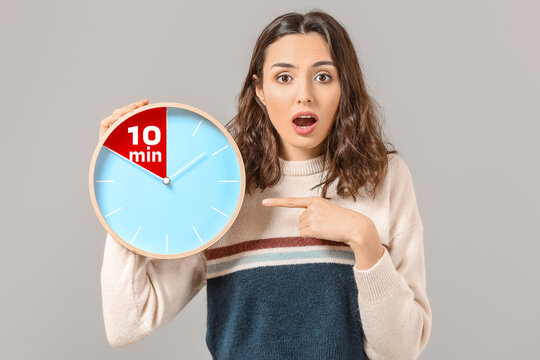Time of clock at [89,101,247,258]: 1:50
